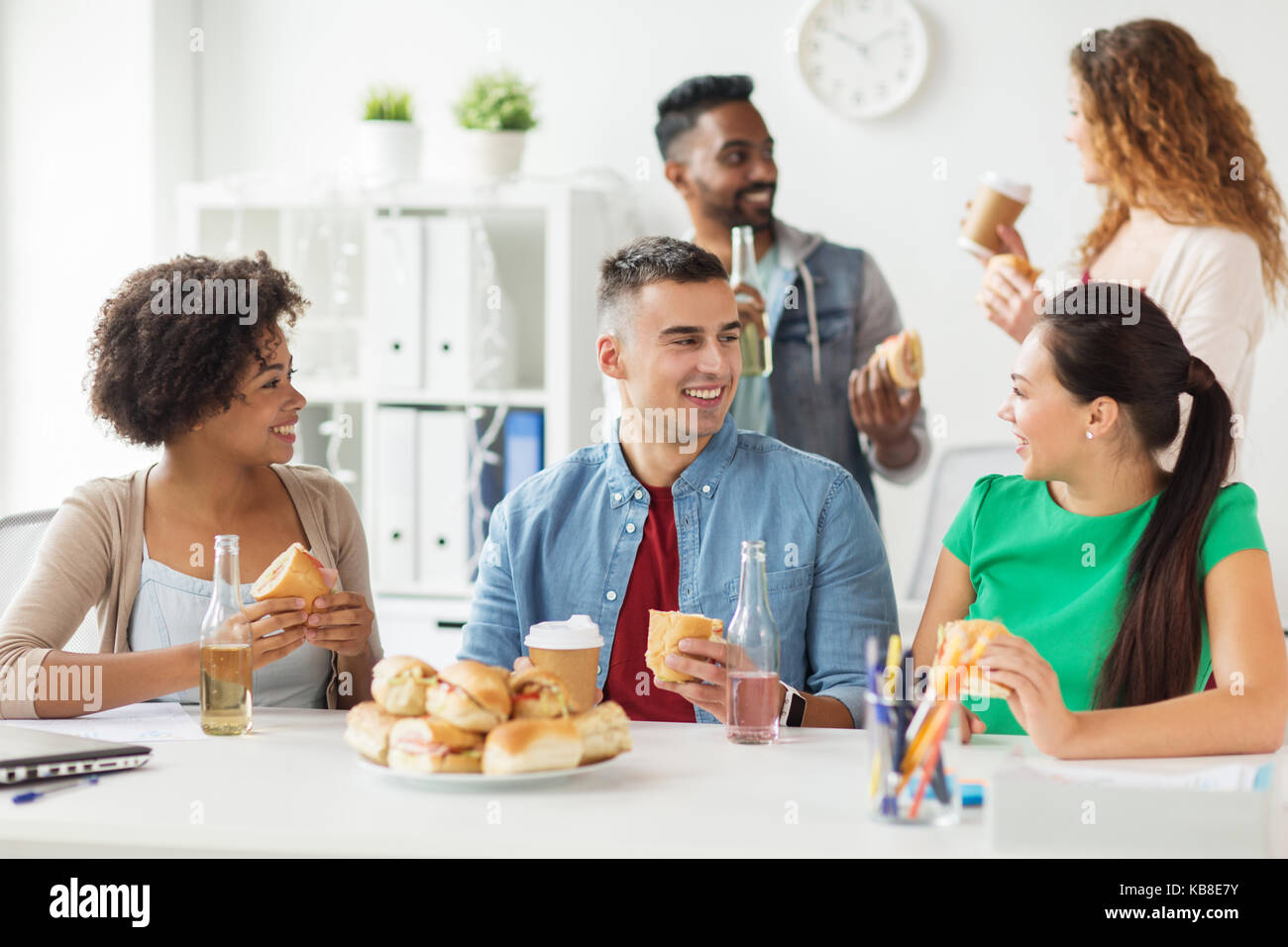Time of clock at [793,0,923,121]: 1:49
